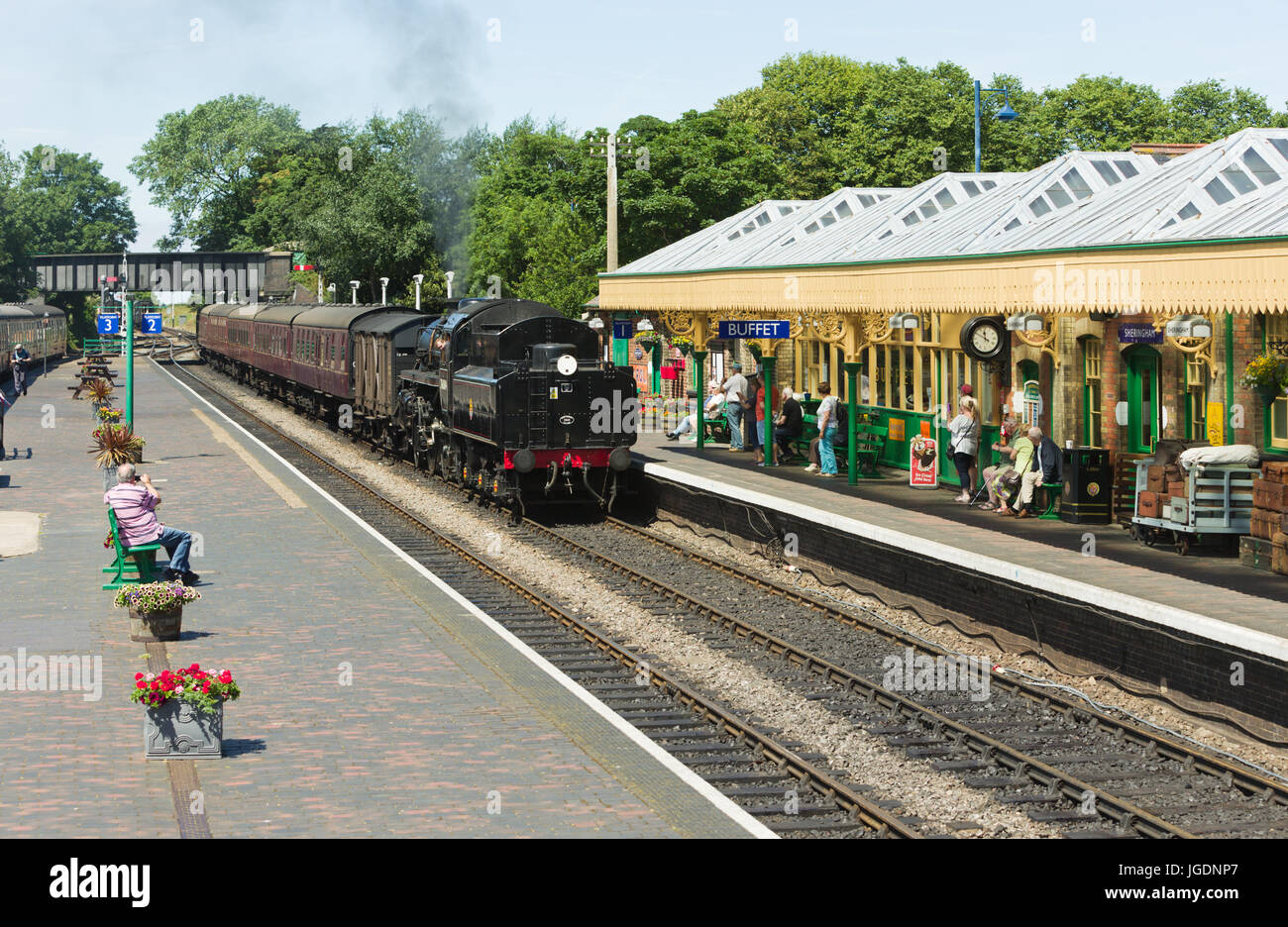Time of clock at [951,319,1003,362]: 11:49
